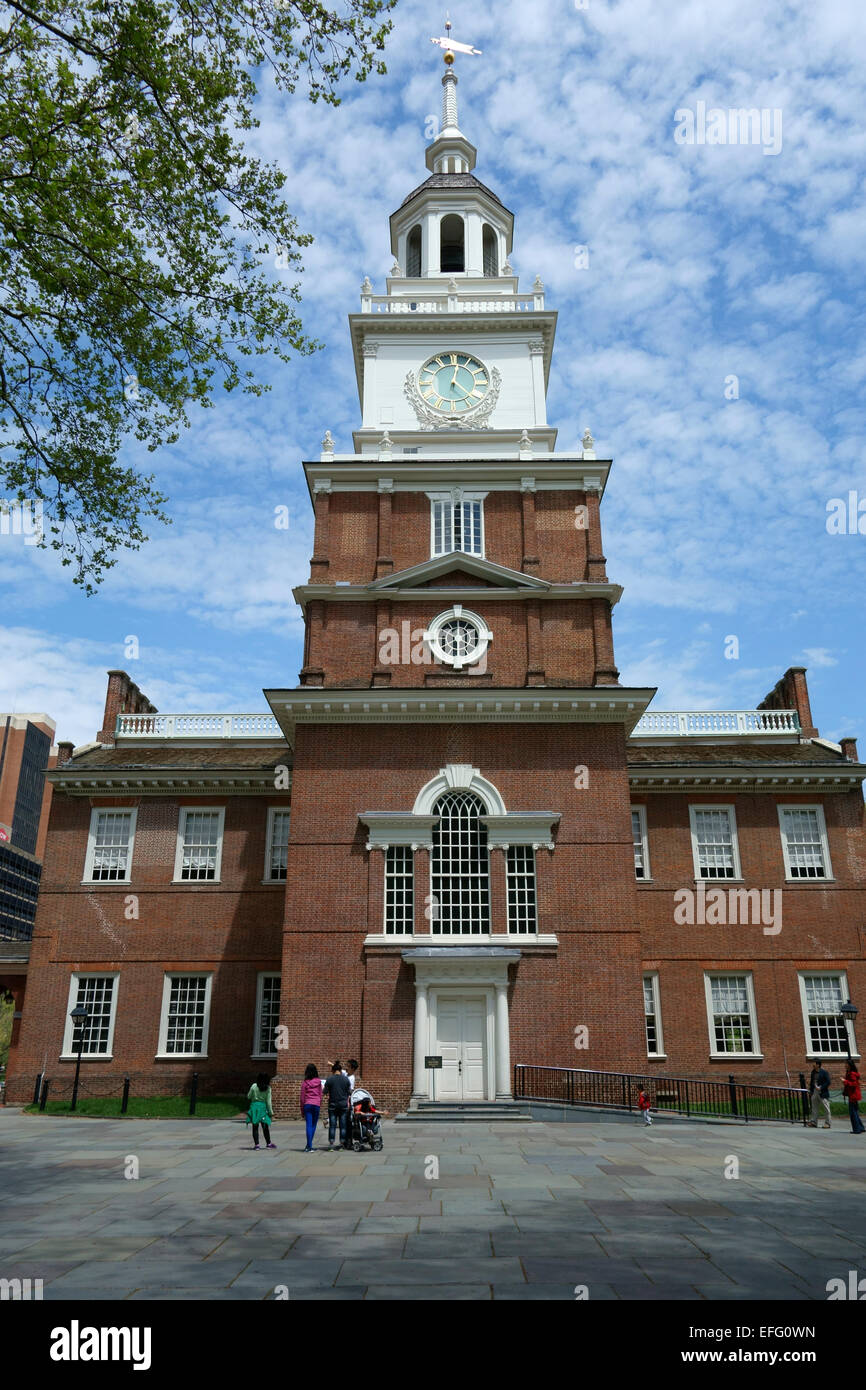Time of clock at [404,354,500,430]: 12:21
